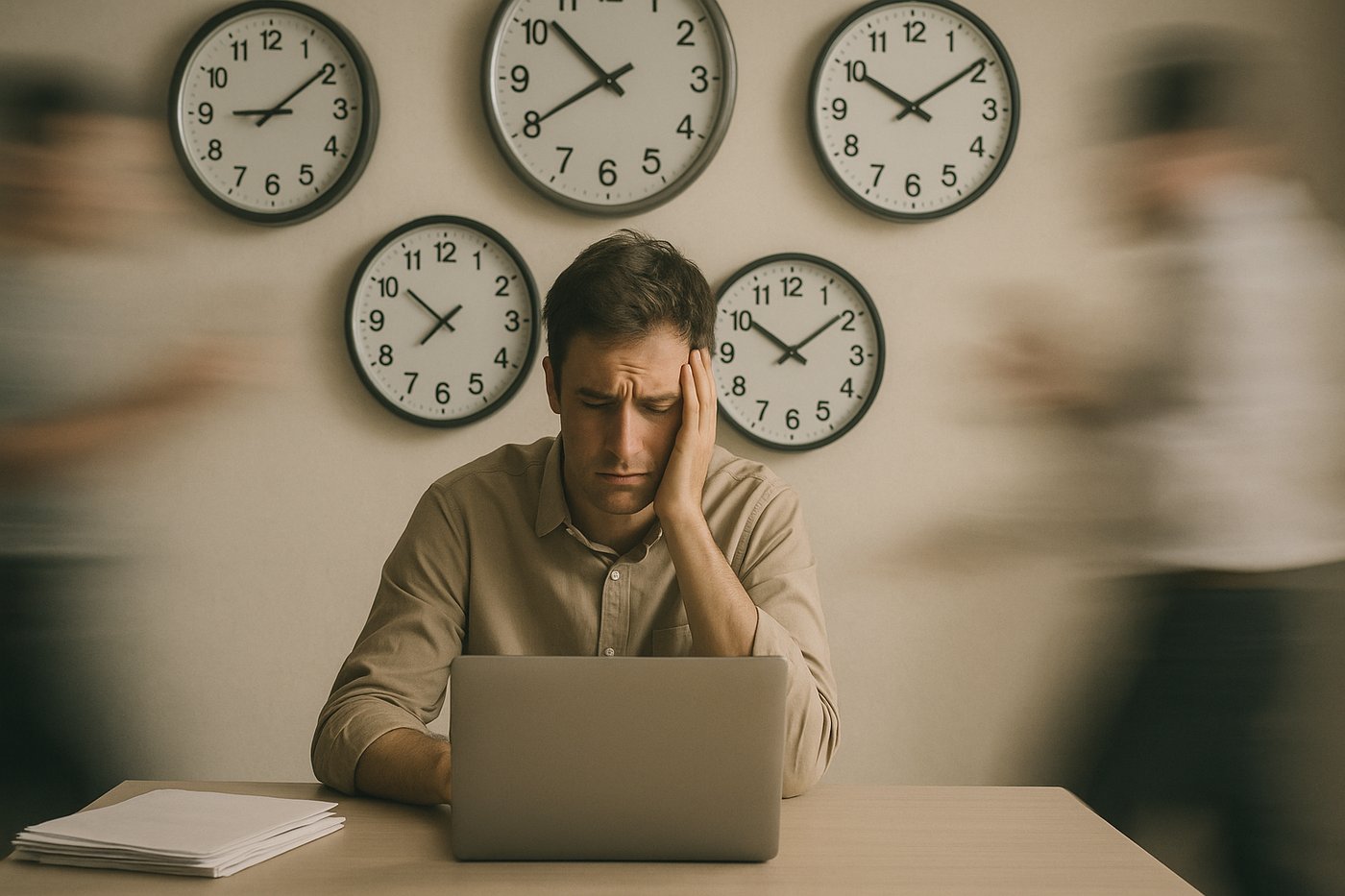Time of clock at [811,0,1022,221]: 10:09
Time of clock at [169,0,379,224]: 9:09
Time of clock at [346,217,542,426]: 7:51
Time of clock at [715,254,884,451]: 10:08
